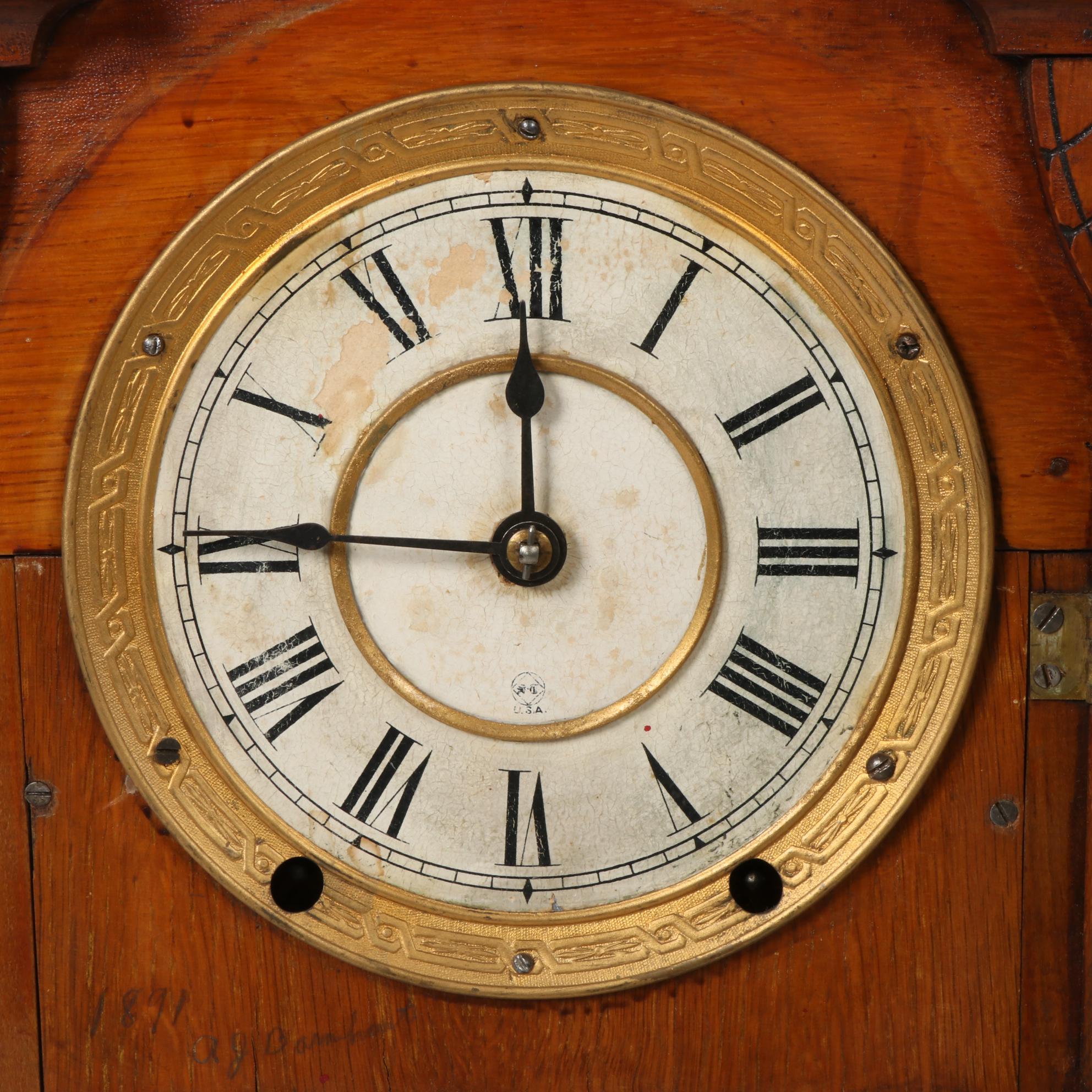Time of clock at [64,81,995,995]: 11:45
